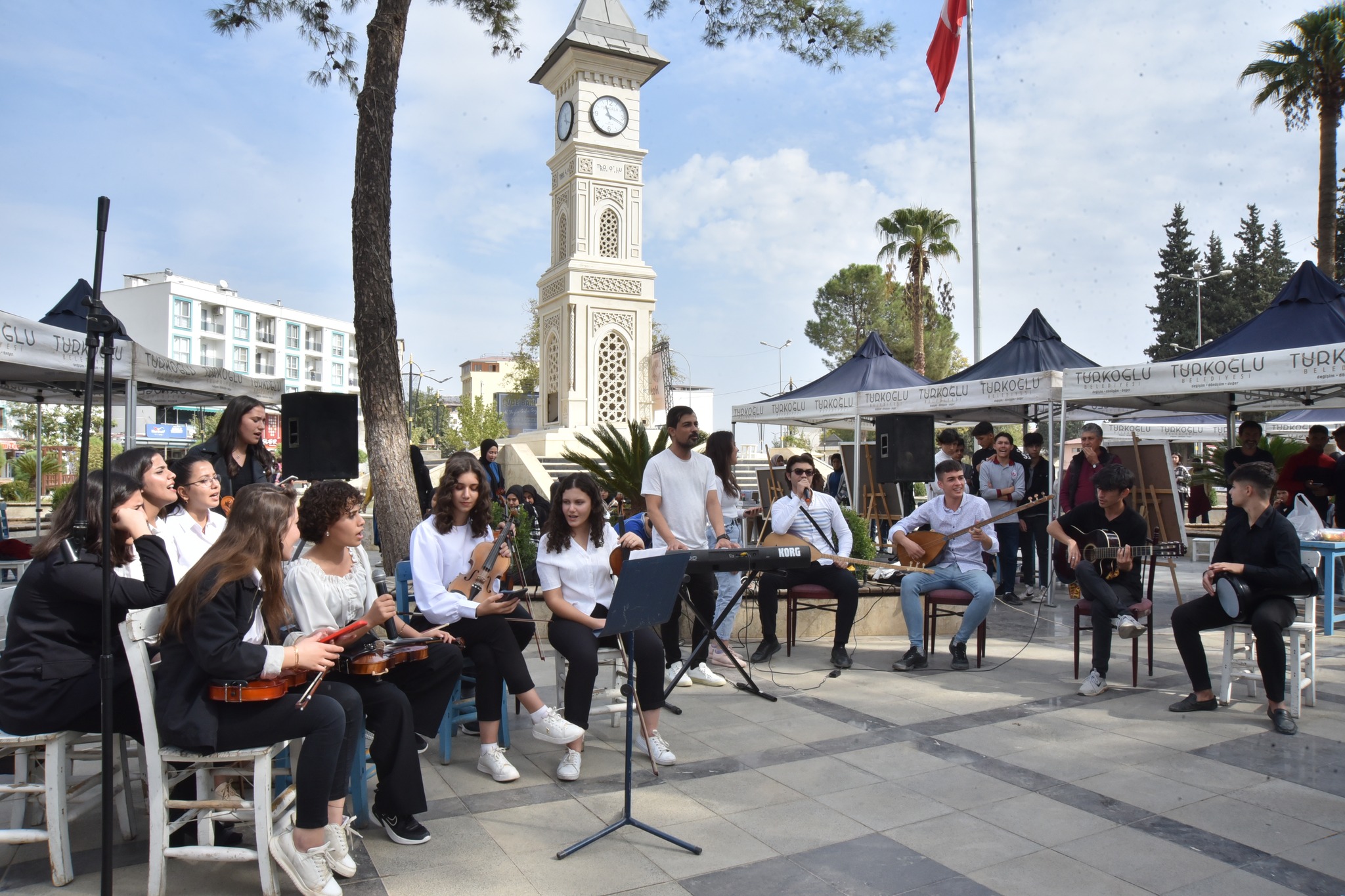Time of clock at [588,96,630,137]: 11:19
